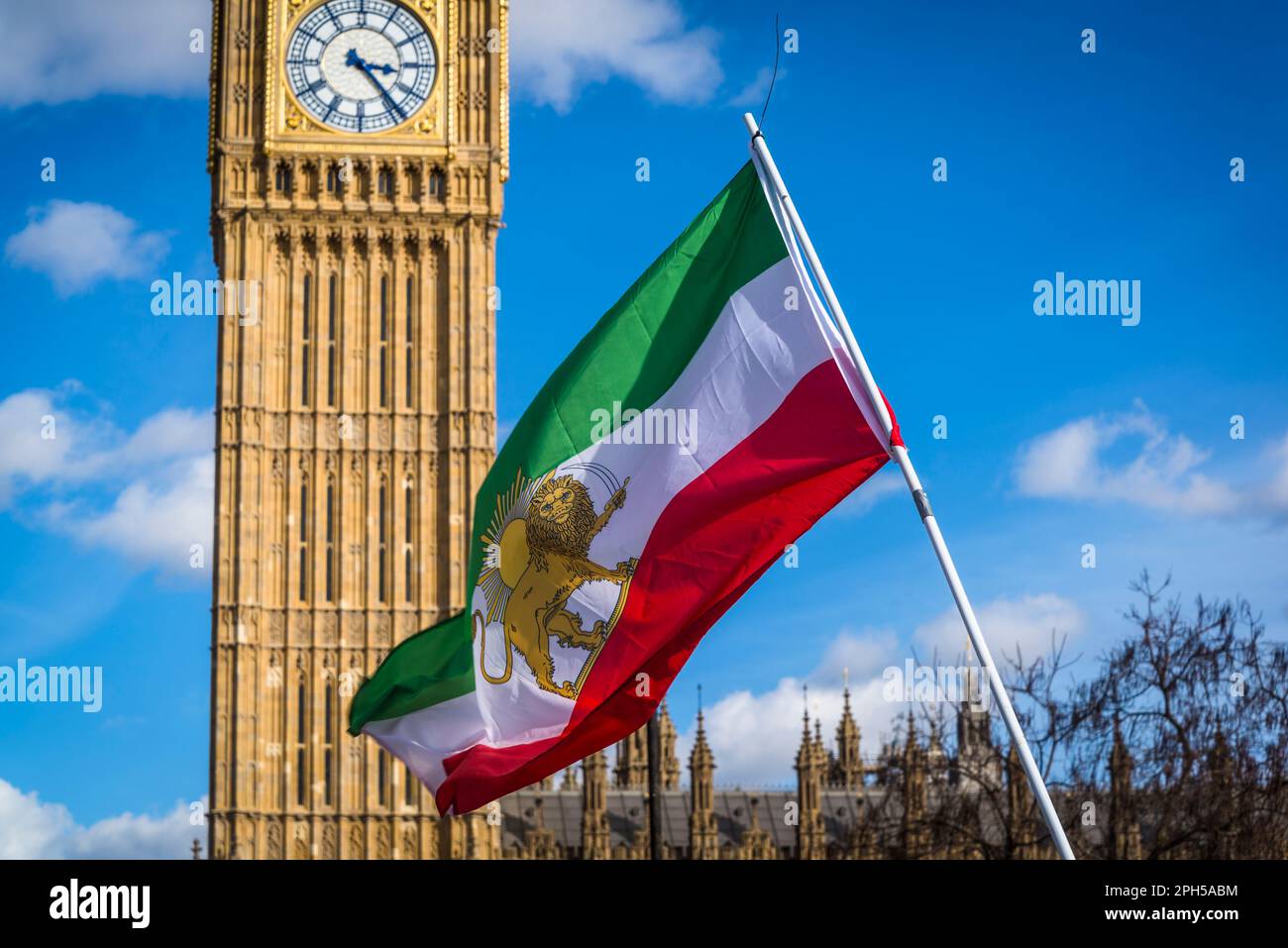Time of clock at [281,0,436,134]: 3:23
